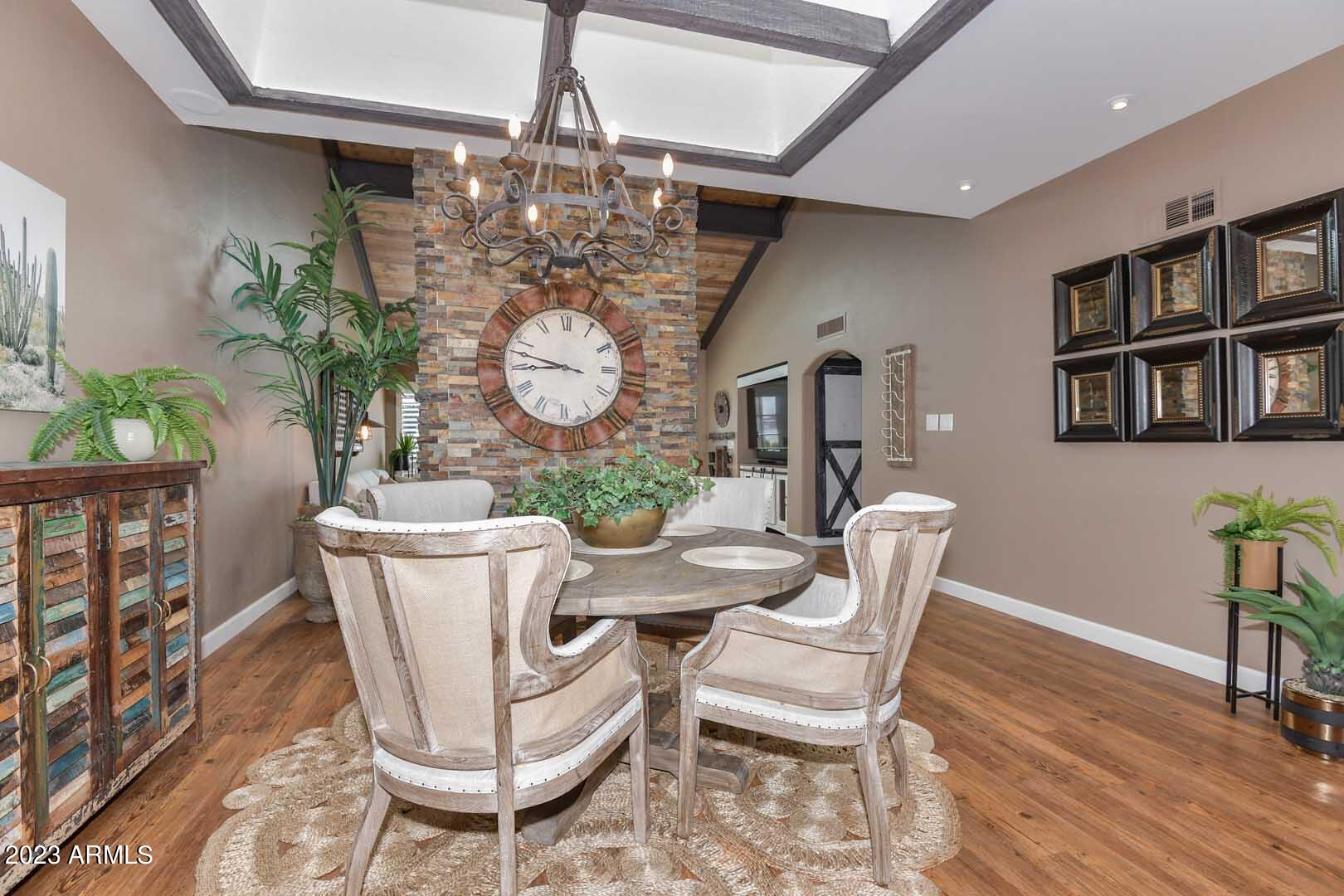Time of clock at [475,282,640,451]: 8:47
